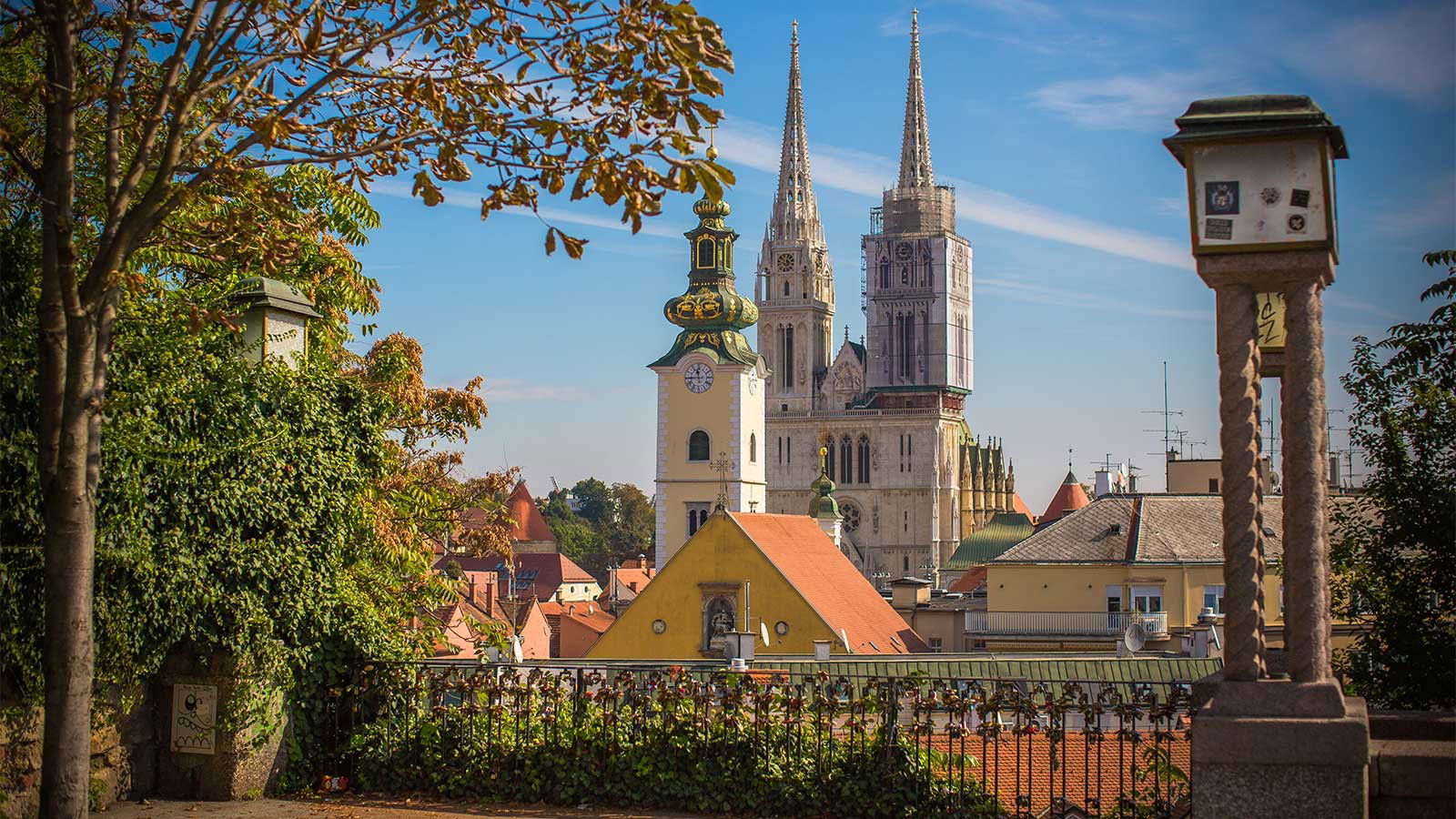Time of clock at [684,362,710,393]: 11:44
